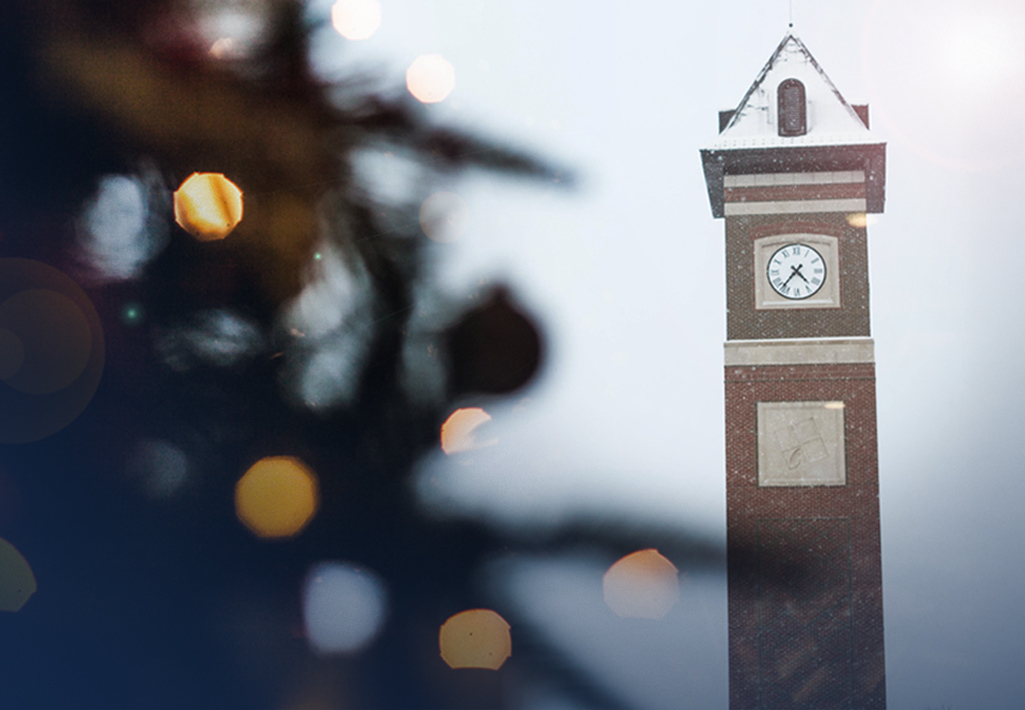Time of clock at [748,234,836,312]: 4:36
